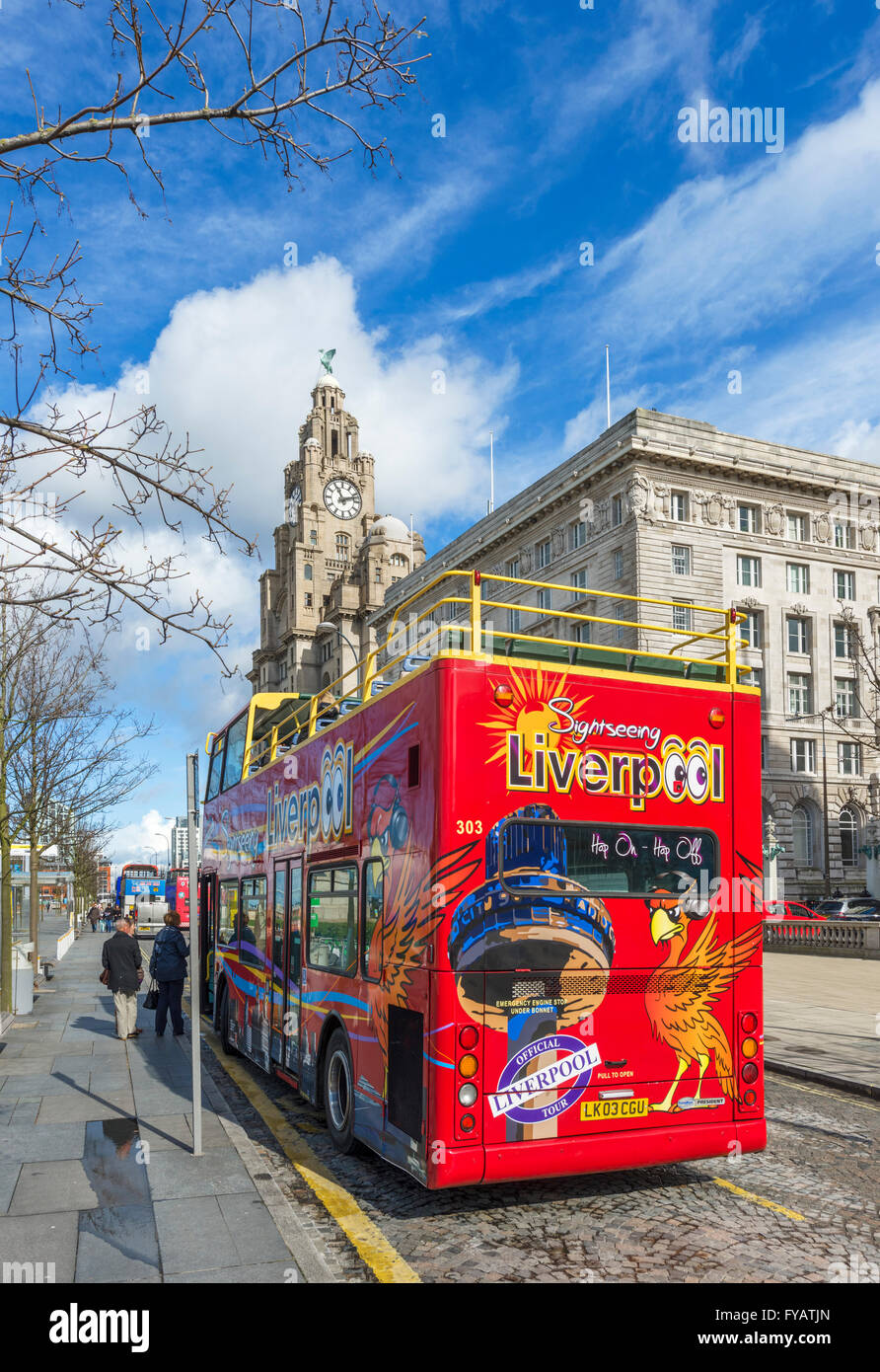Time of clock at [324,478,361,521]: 11:11
